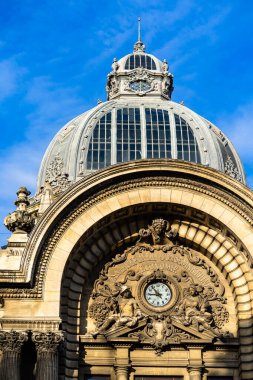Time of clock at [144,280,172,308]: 8:53
